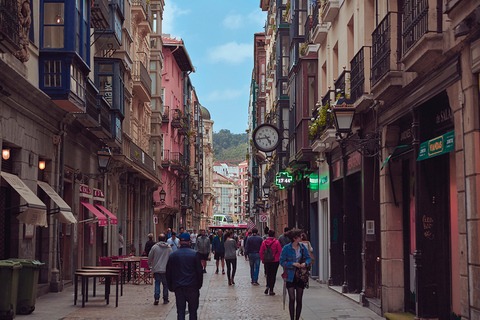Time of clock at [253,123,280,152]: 4:43
